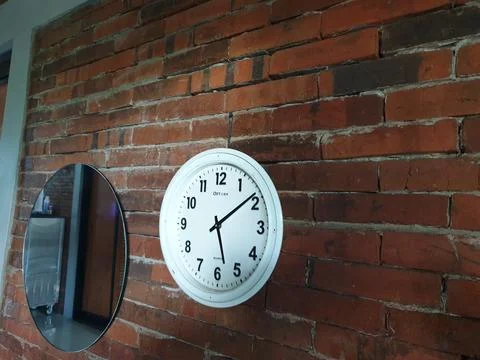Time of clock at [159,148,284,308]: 5:08
